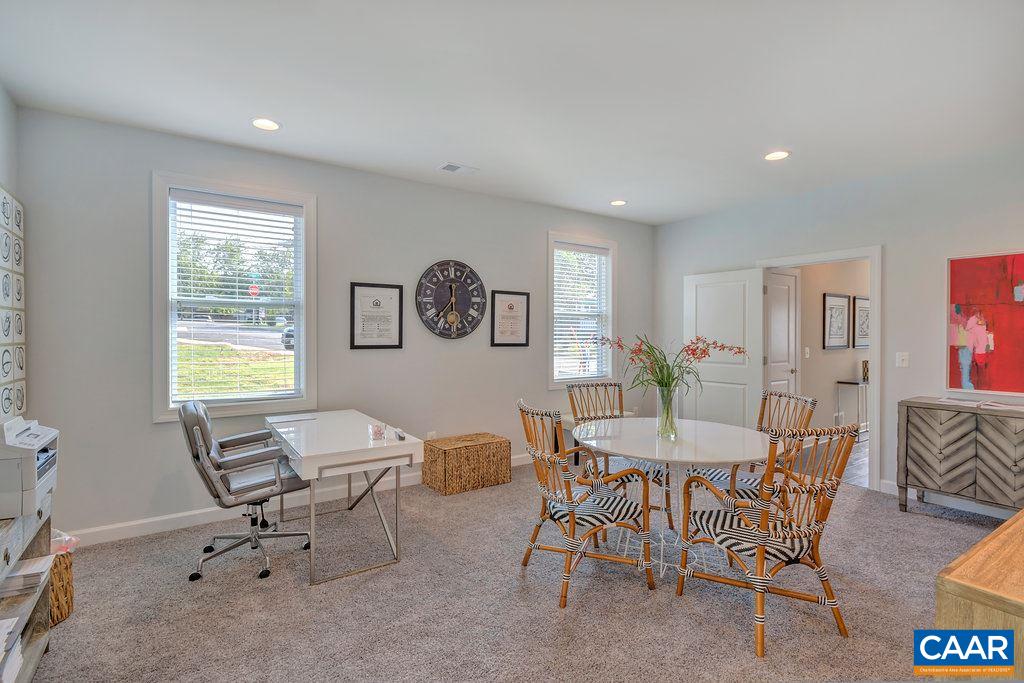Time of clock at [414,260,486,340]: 11:37
